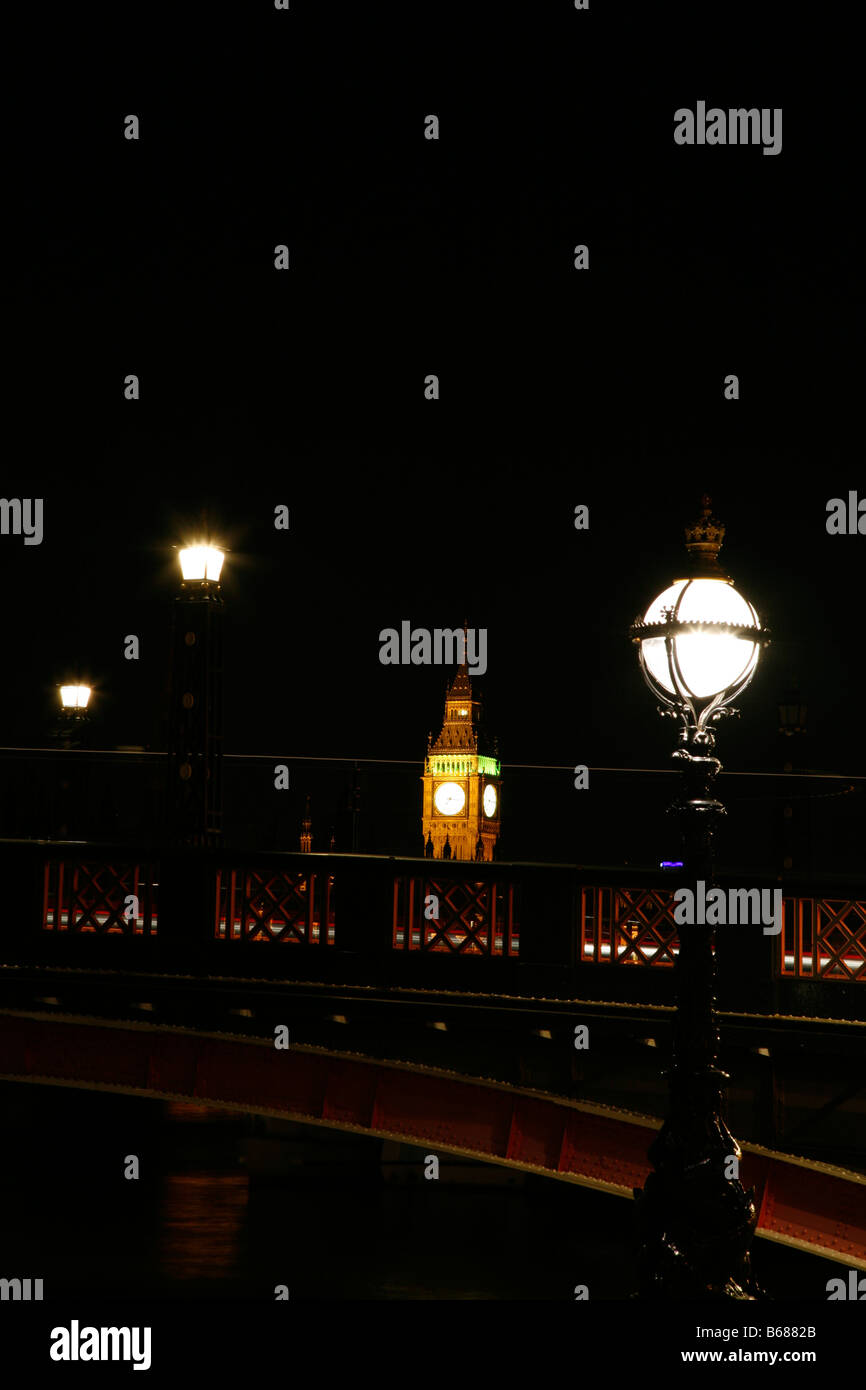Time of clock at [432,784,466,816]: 7:16
